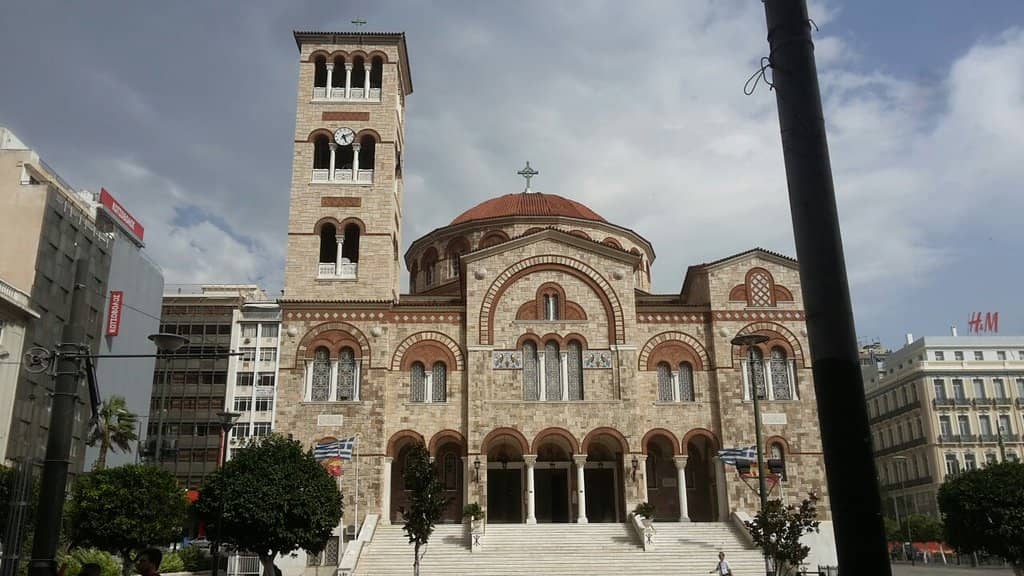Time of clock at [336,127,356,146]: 5:11
